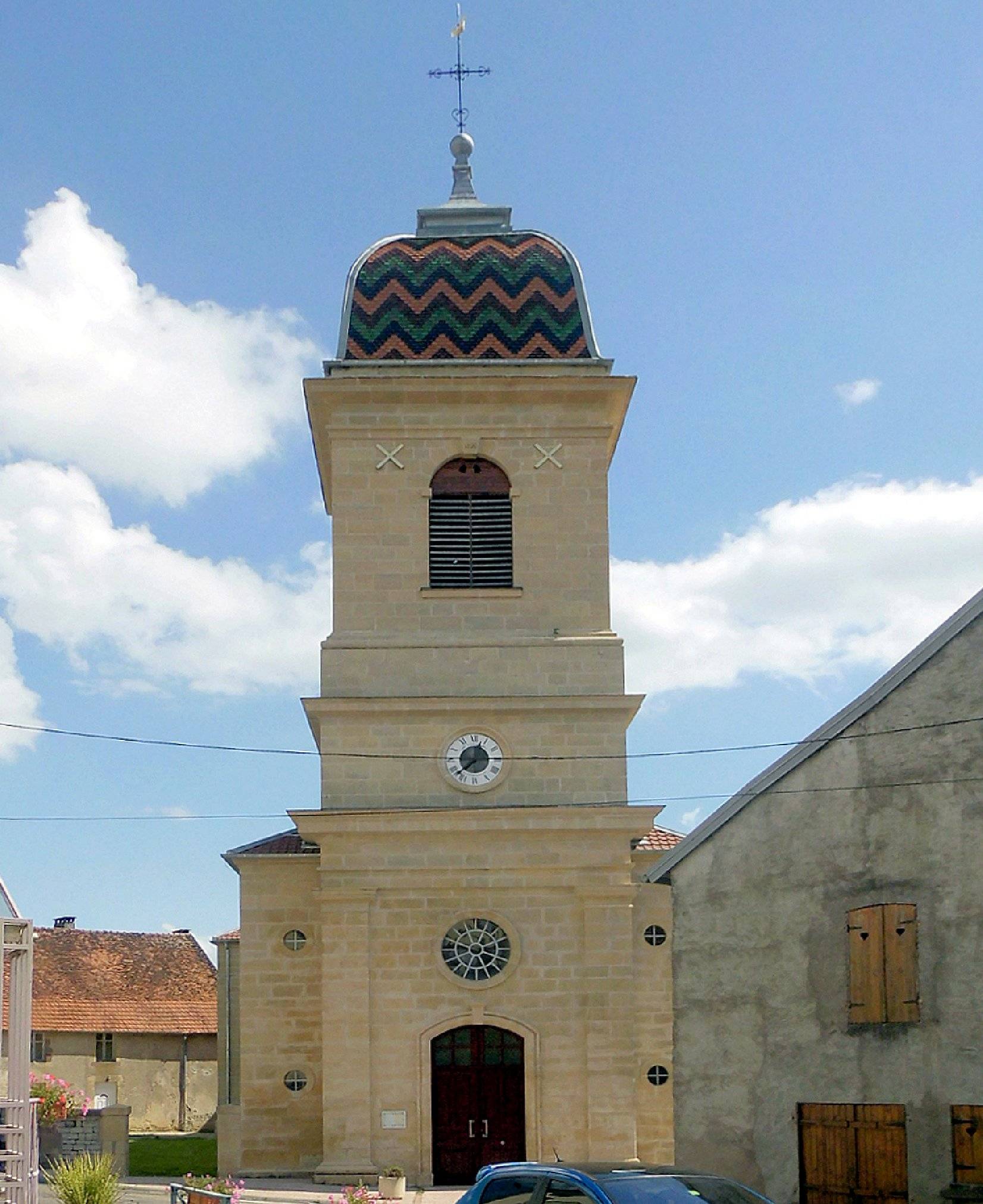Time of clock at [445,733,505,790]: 7:38
